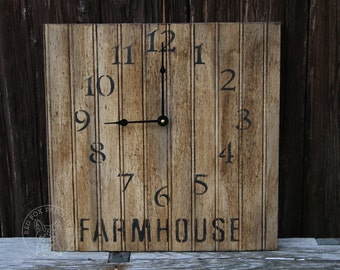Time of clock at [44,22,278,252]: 9:00
